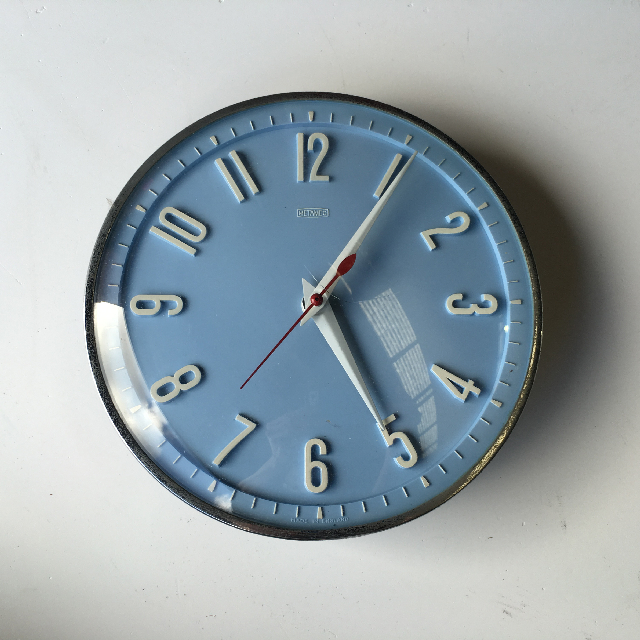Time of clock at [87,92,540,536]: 5:05
